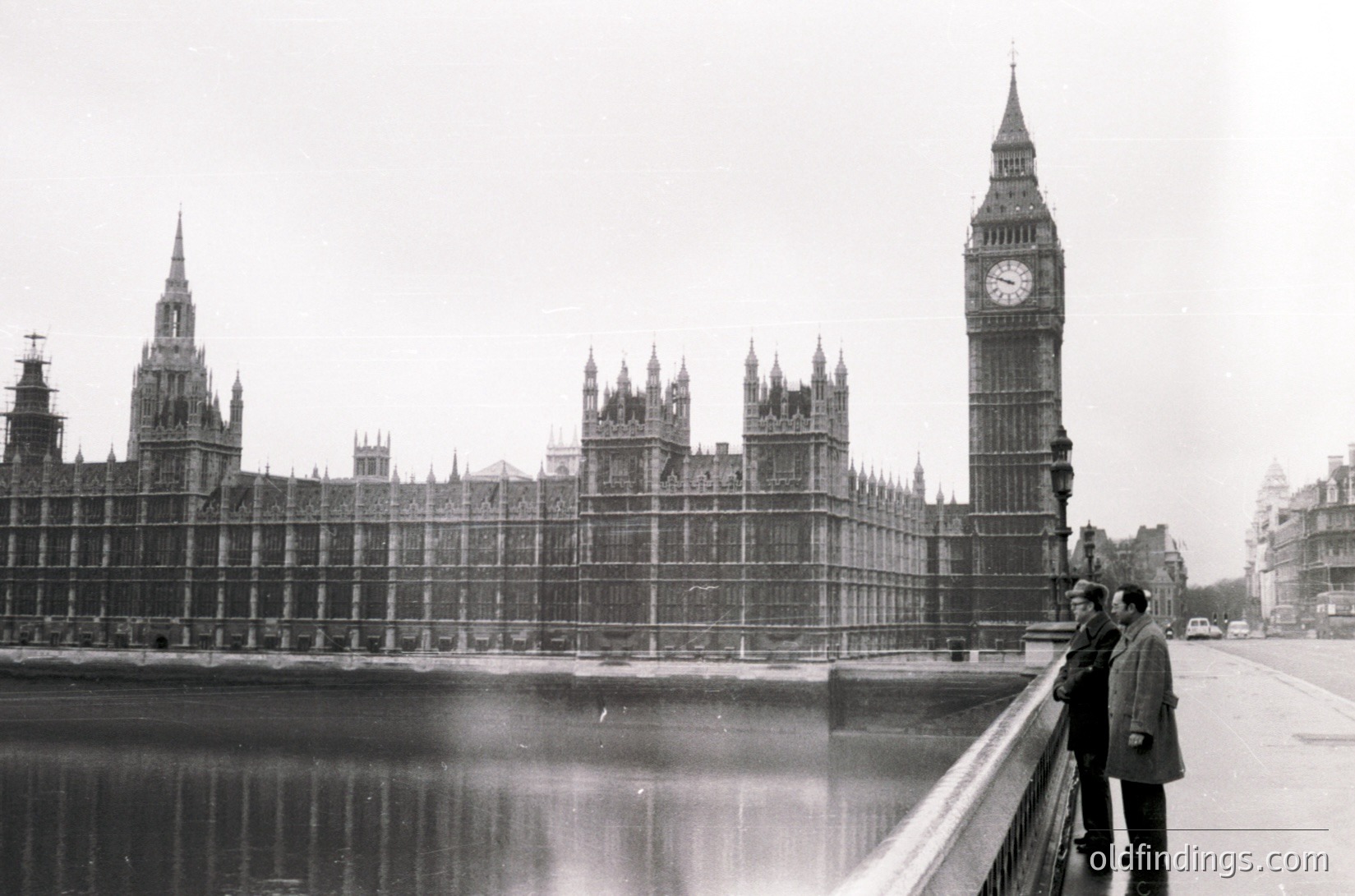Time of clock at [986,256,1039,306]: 9:48
